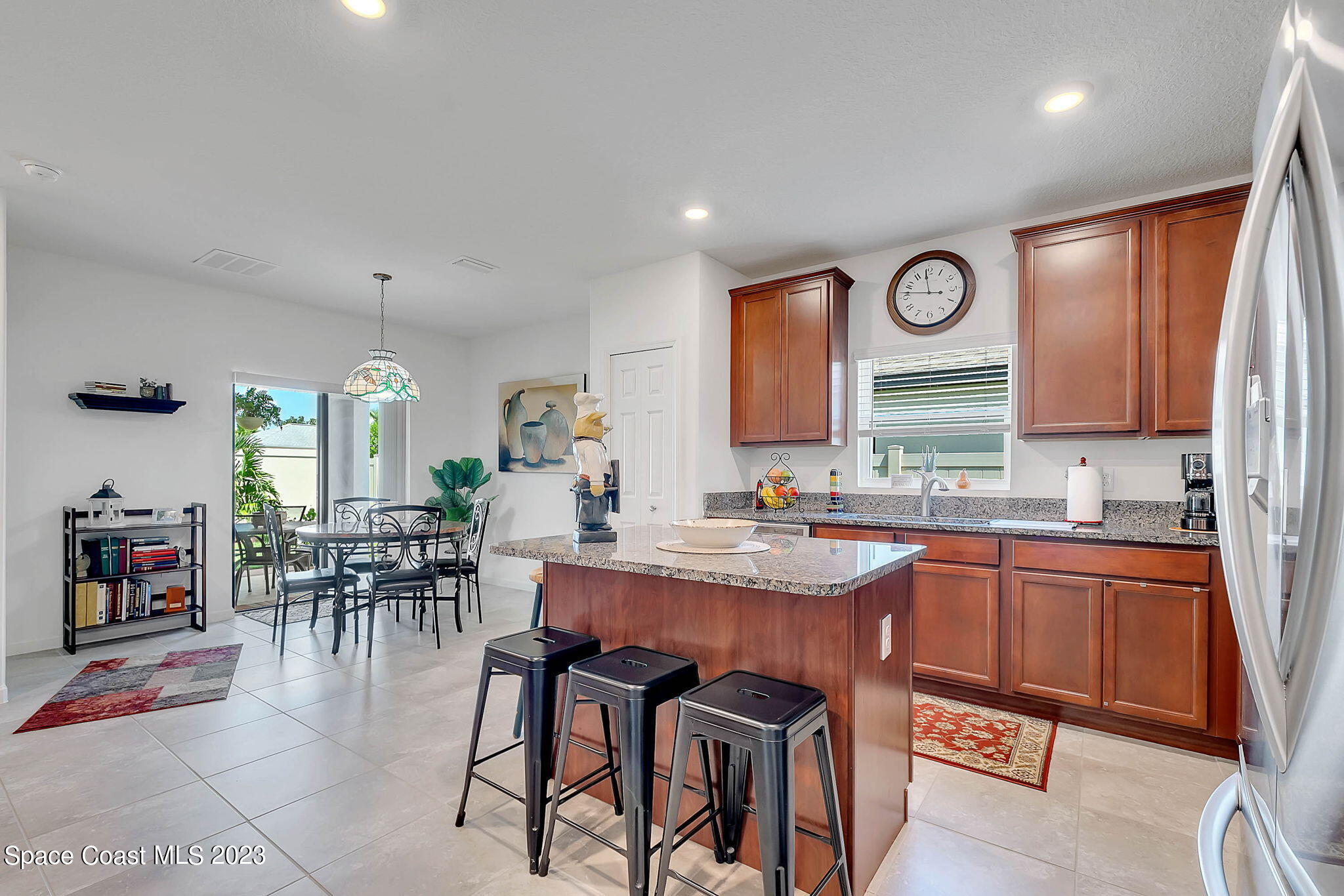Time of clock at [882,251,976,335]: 11:46
